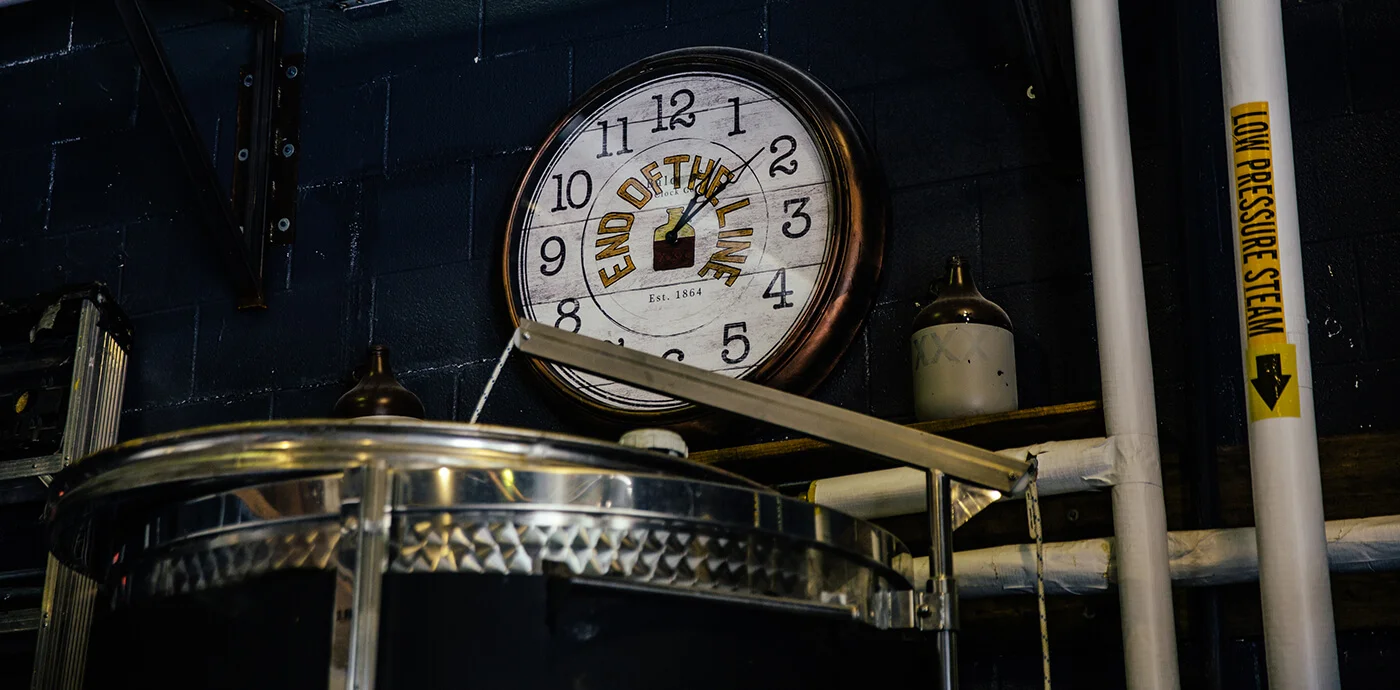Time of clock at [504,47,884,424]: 1:08
